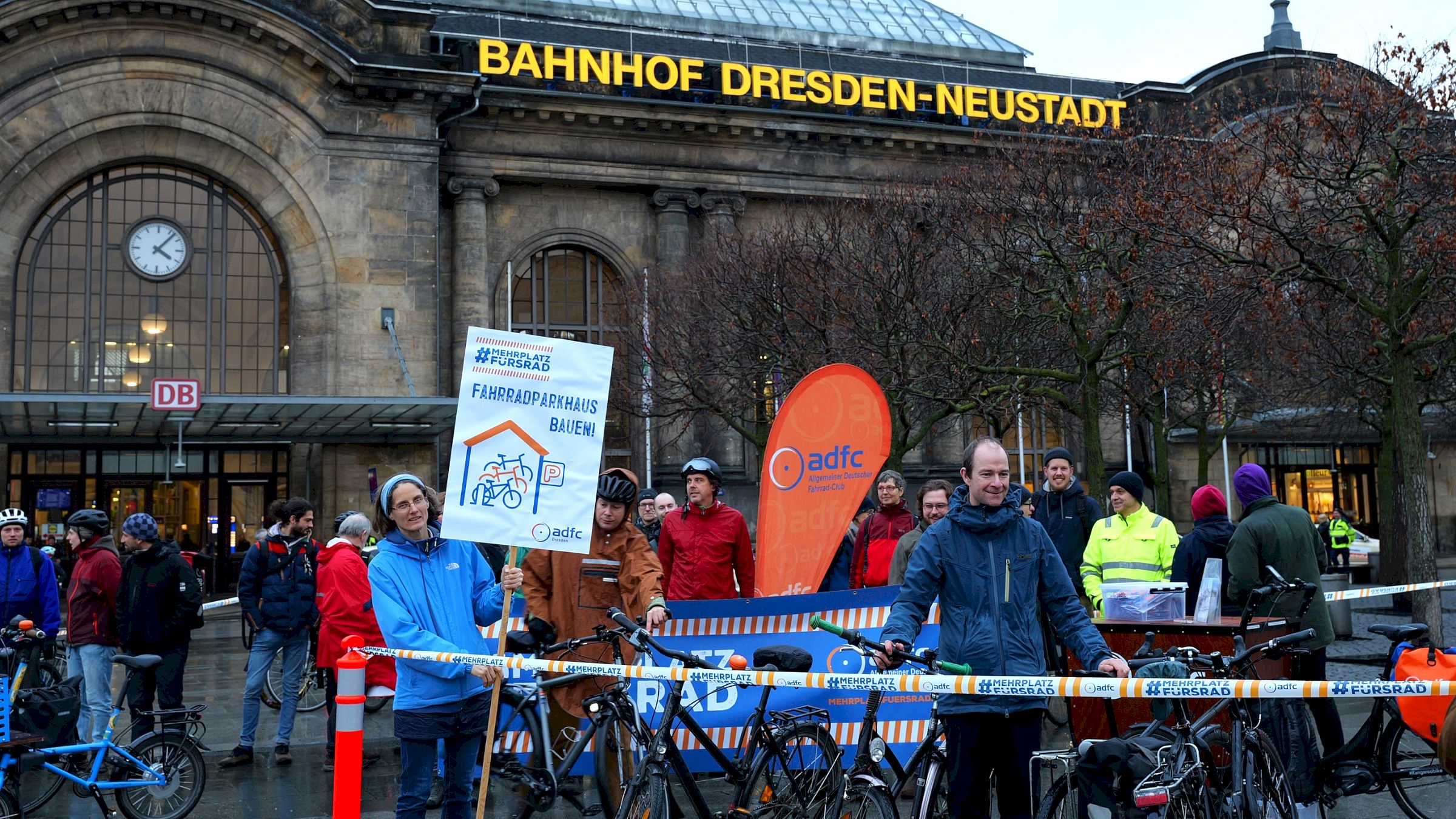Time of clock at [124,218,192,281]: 4:07
